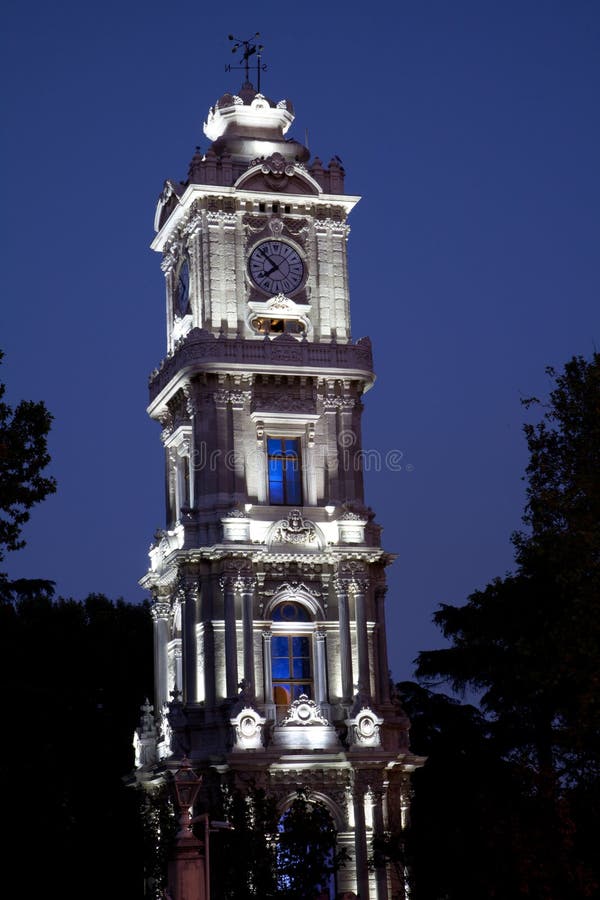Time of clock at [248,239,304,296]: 7:52
